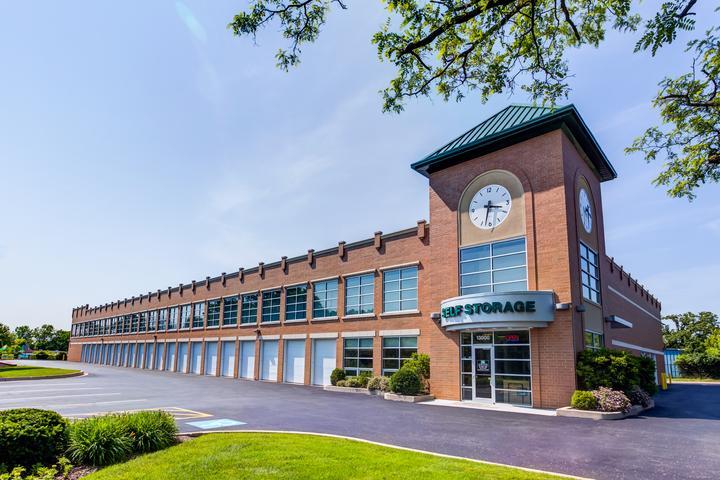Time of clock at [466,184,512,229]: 3:32
